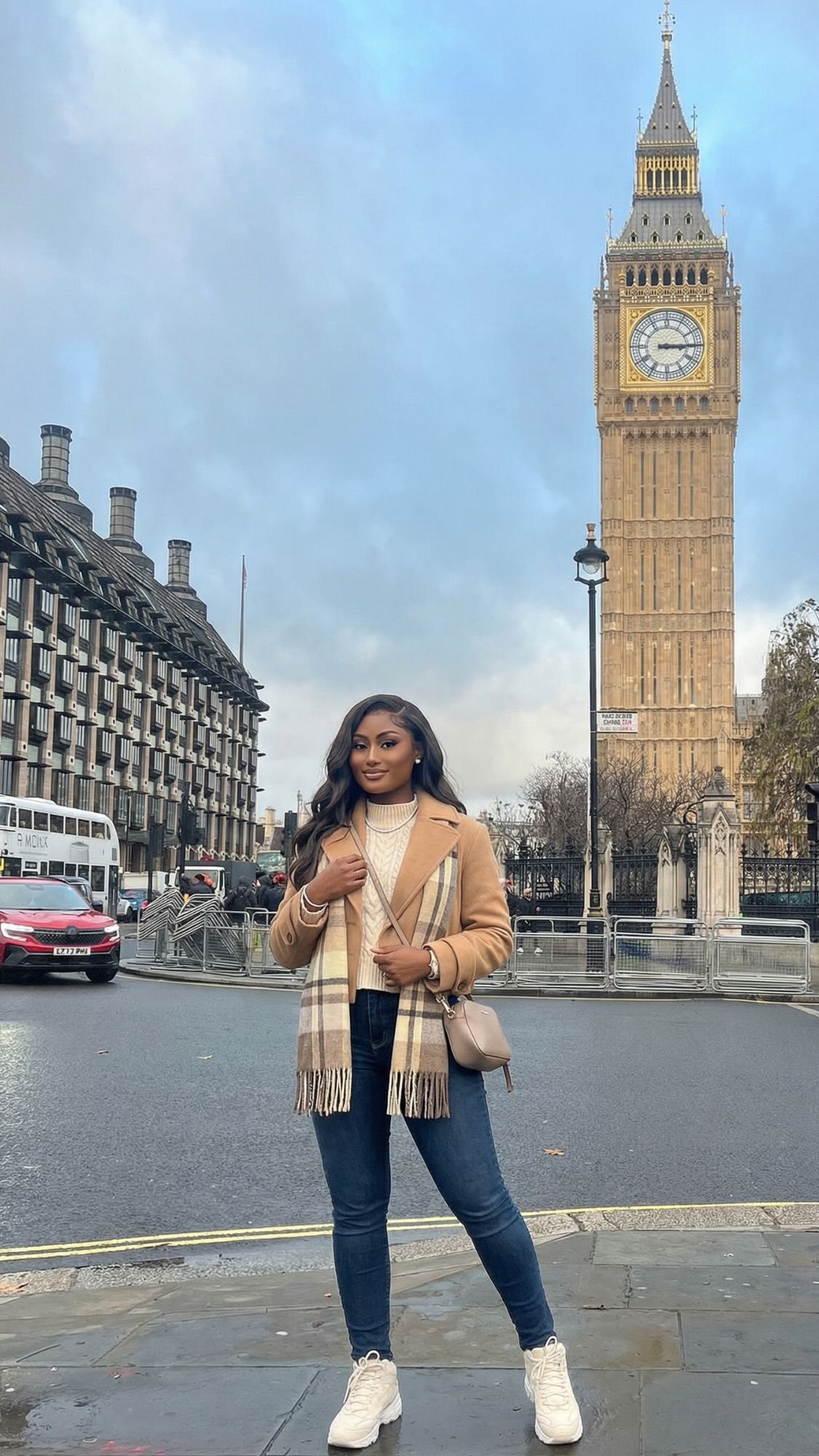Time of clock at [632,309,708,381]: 3:14
